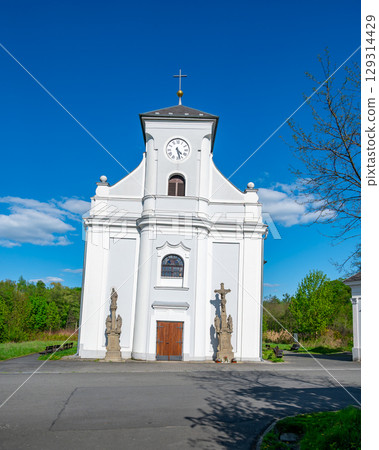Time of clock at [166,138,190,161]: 4:27
